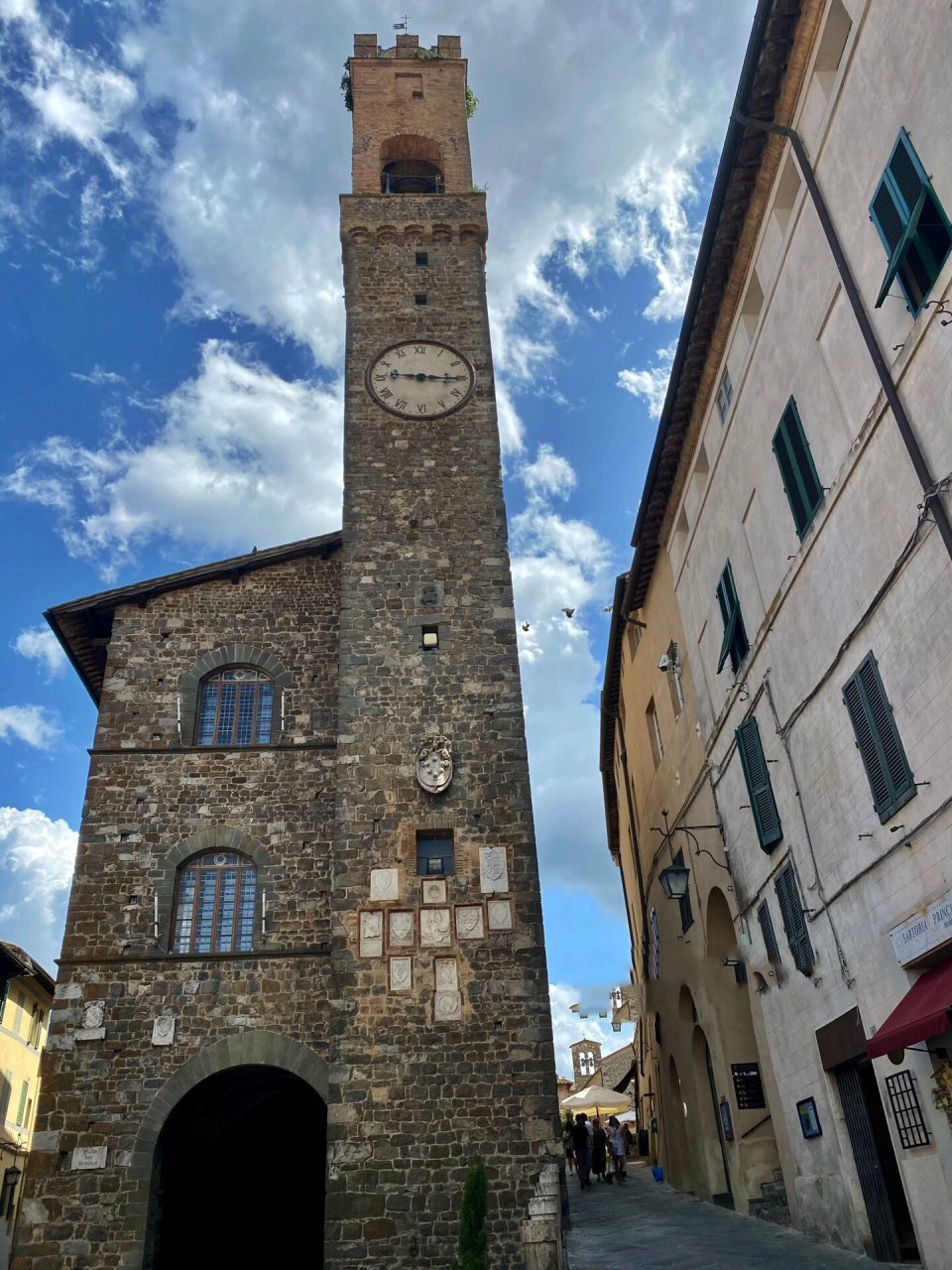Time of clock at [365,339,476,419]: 9:15
